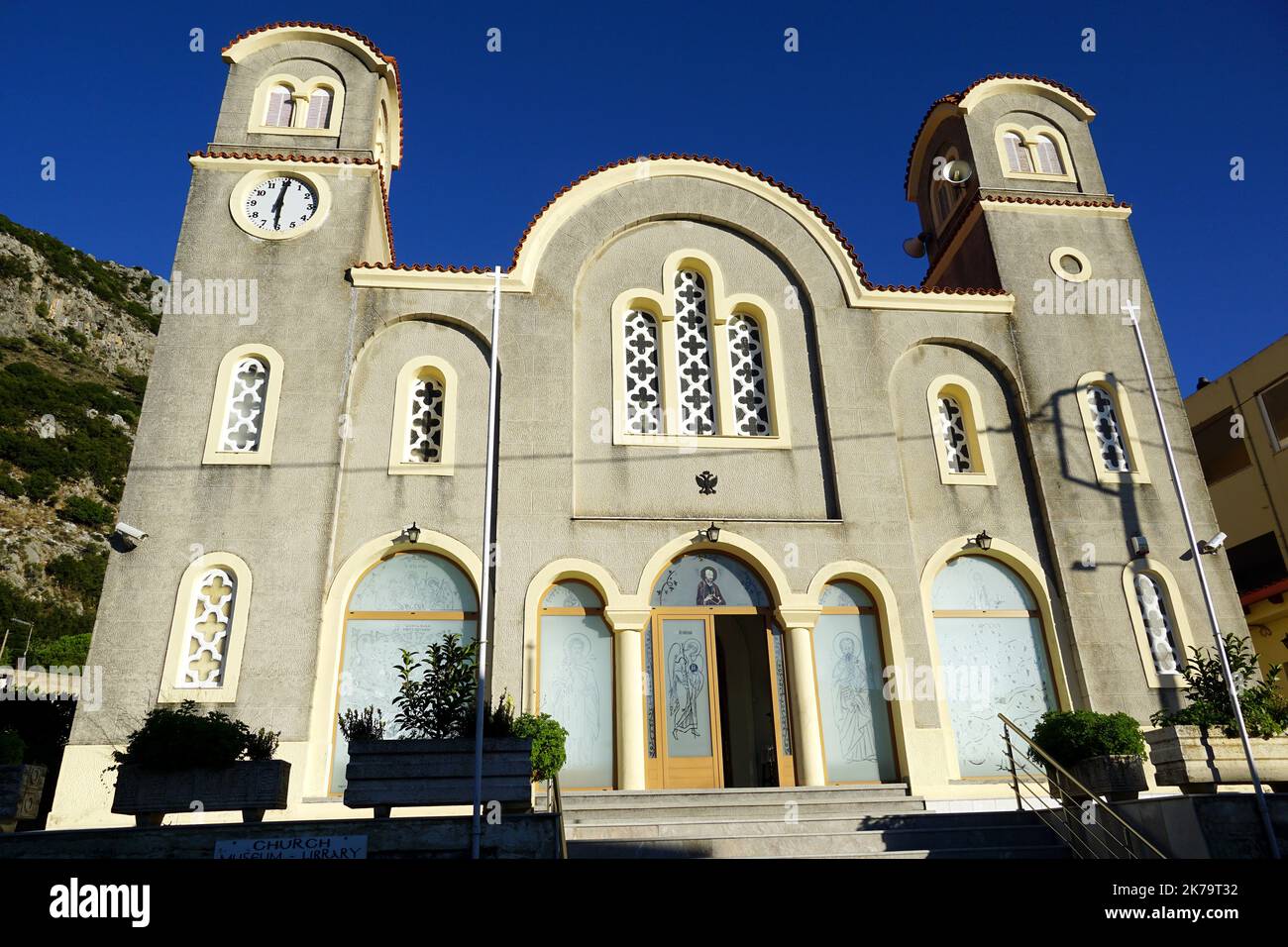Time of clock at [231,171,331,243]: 6:00
